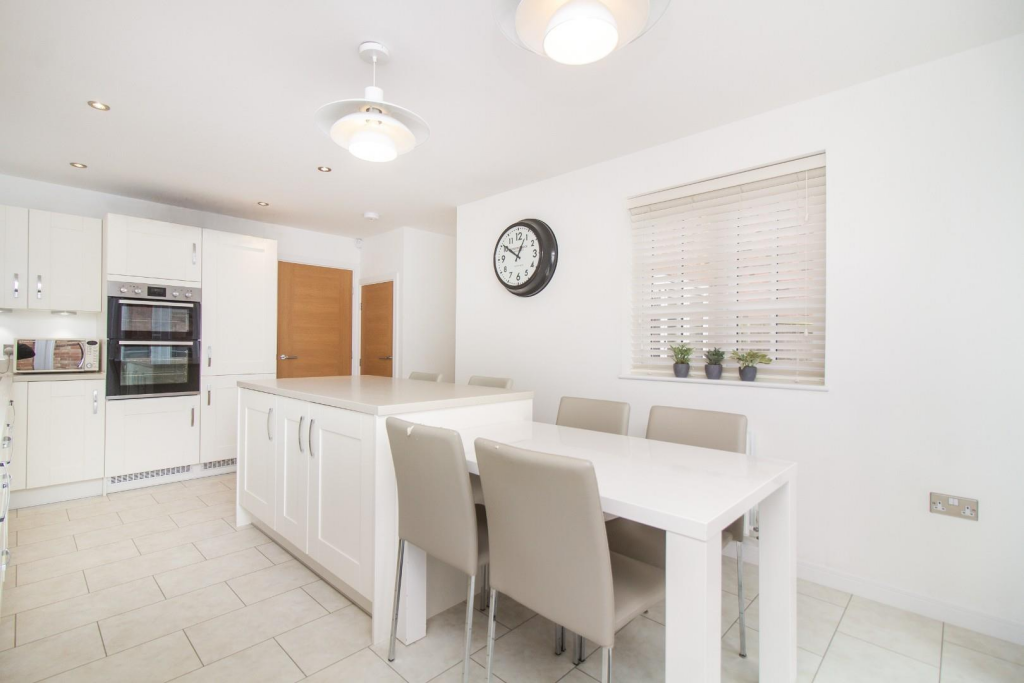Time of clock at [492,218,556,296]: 12:50
